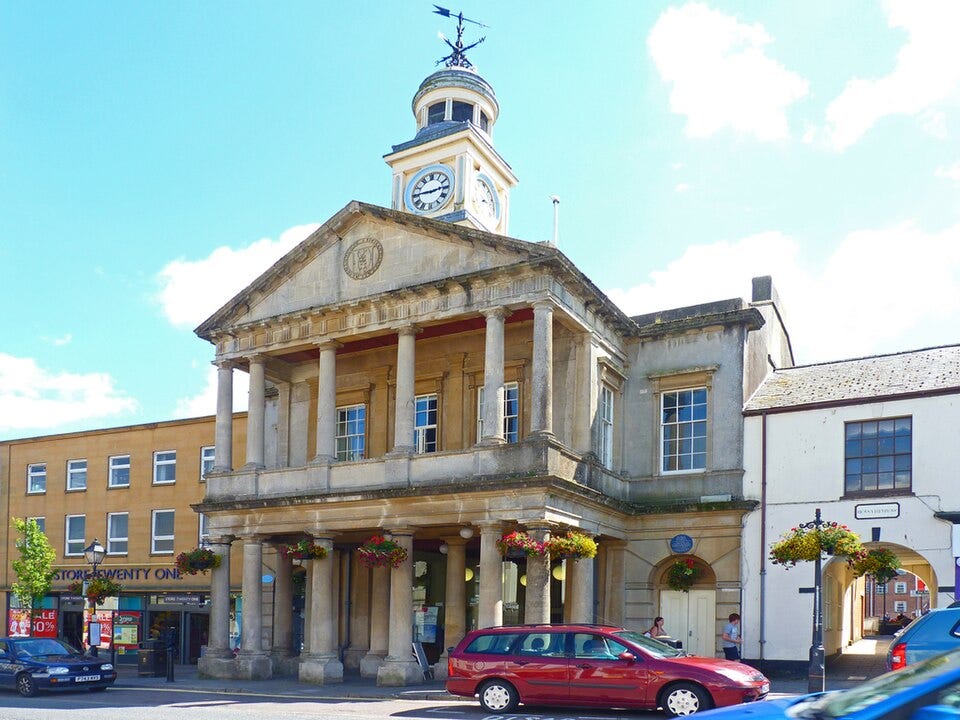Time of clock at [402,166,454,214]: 2:45
